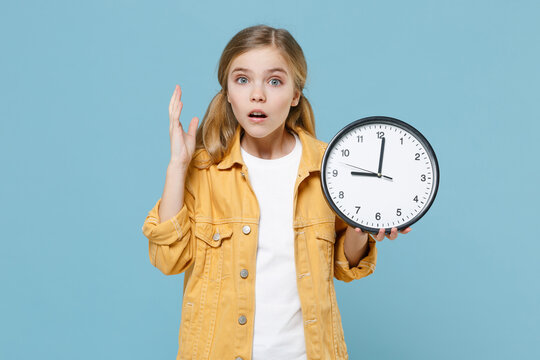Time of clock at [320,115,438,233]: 9:00
